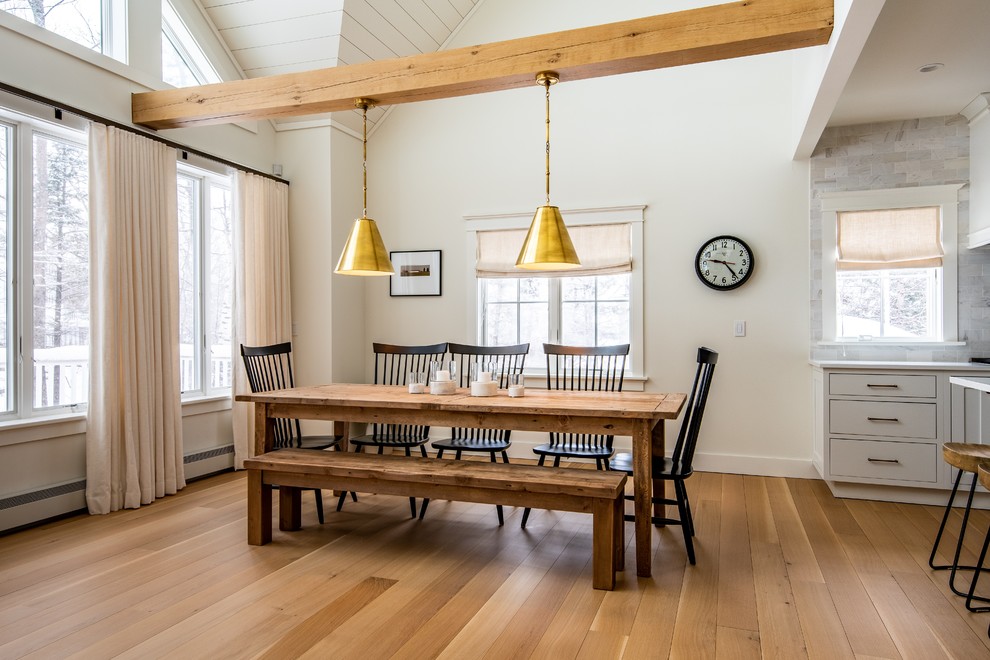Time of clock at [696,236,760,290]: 9:23
